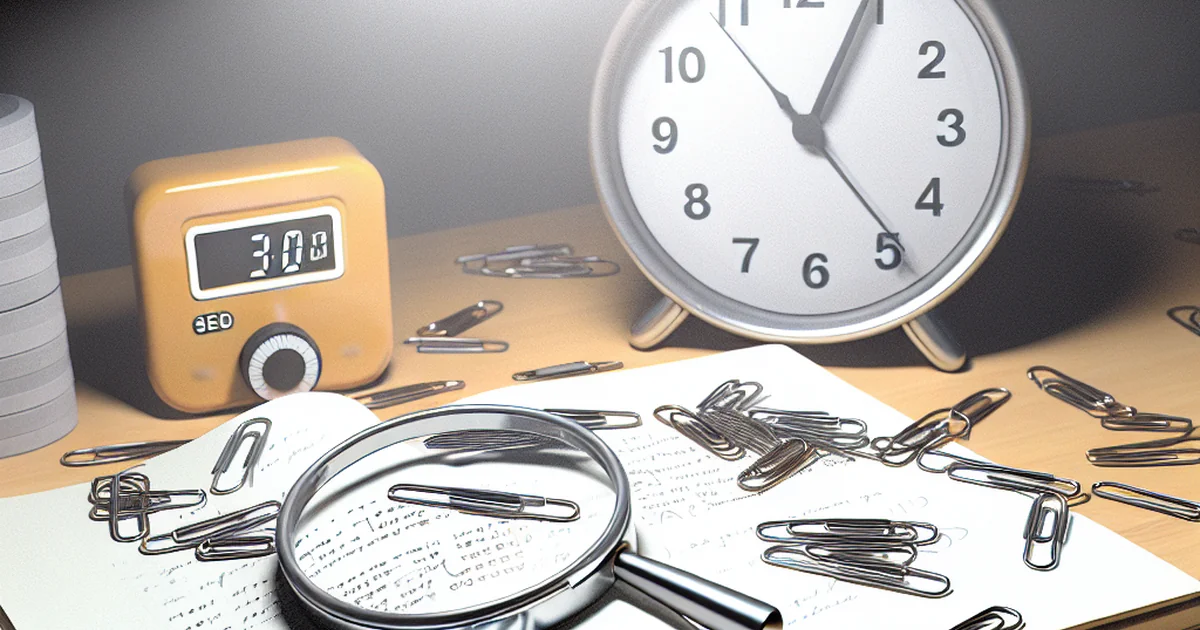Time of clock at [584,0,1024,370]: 1:04
